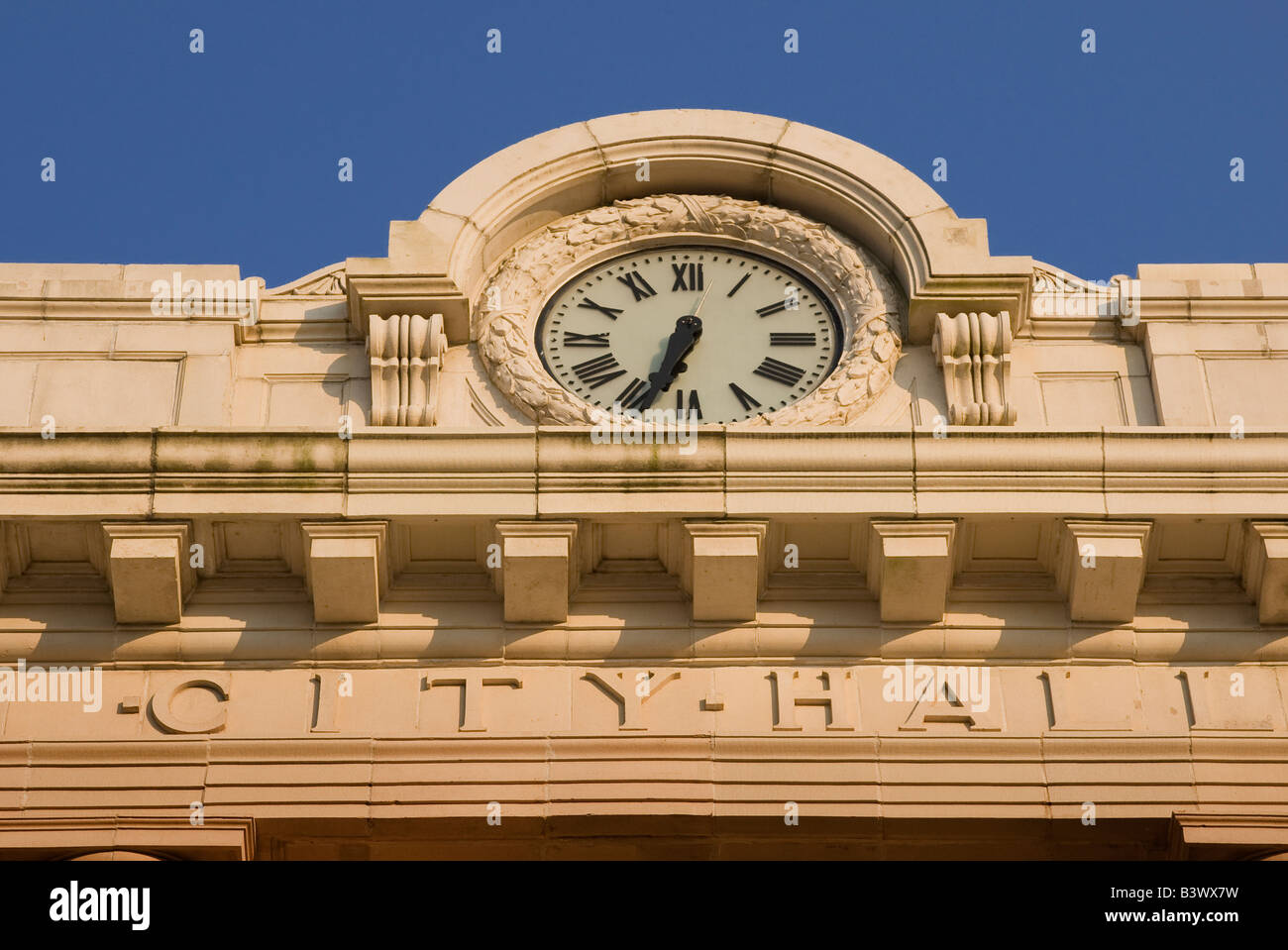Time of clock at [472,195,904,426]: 6:33
